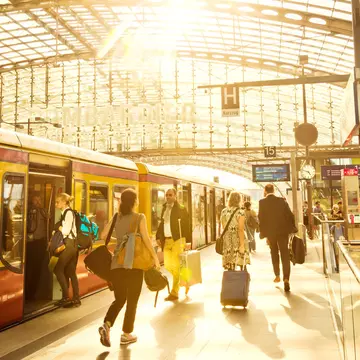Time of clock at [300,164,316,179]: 4:47
